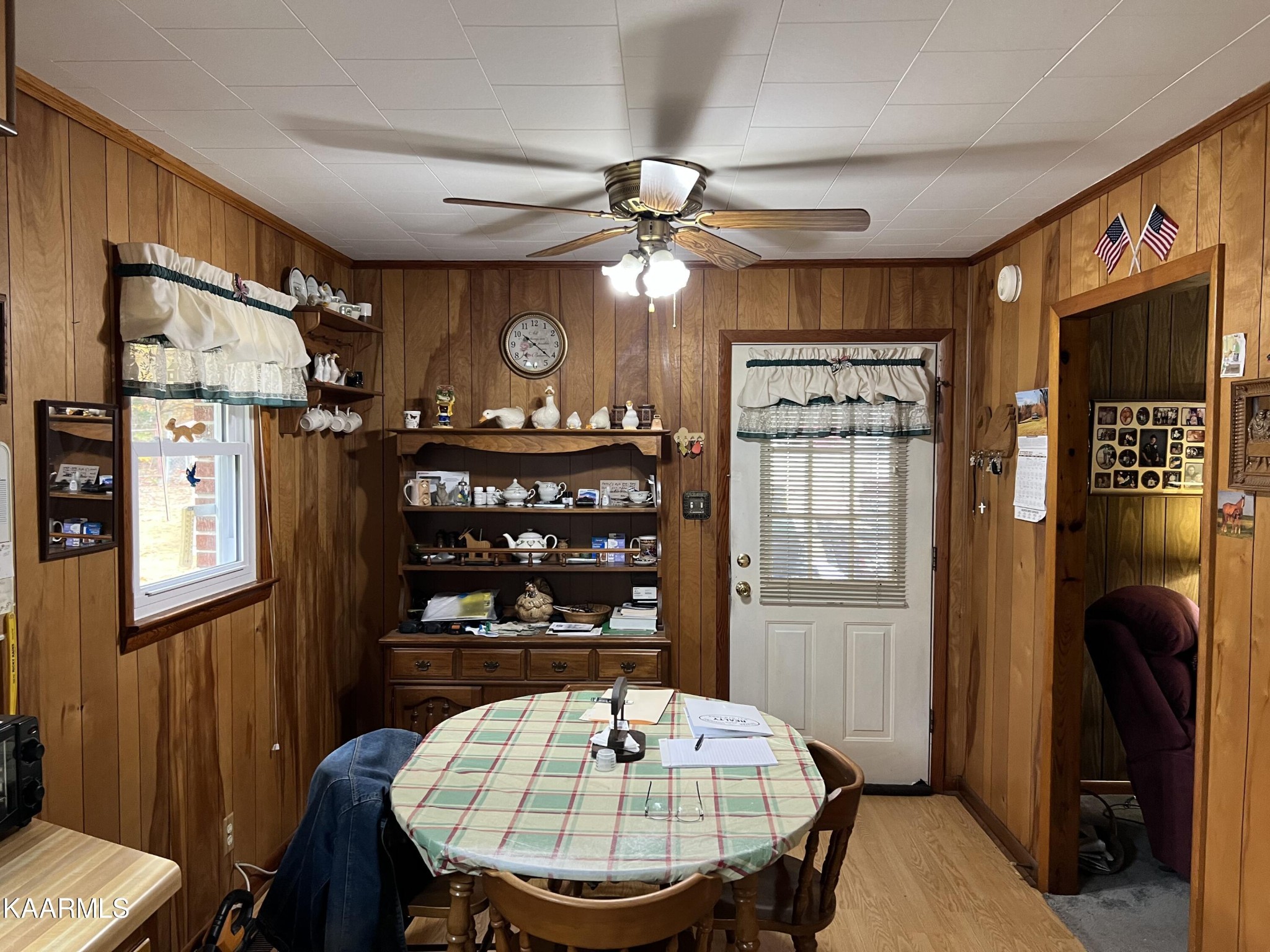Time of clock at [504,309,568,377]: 10:21
